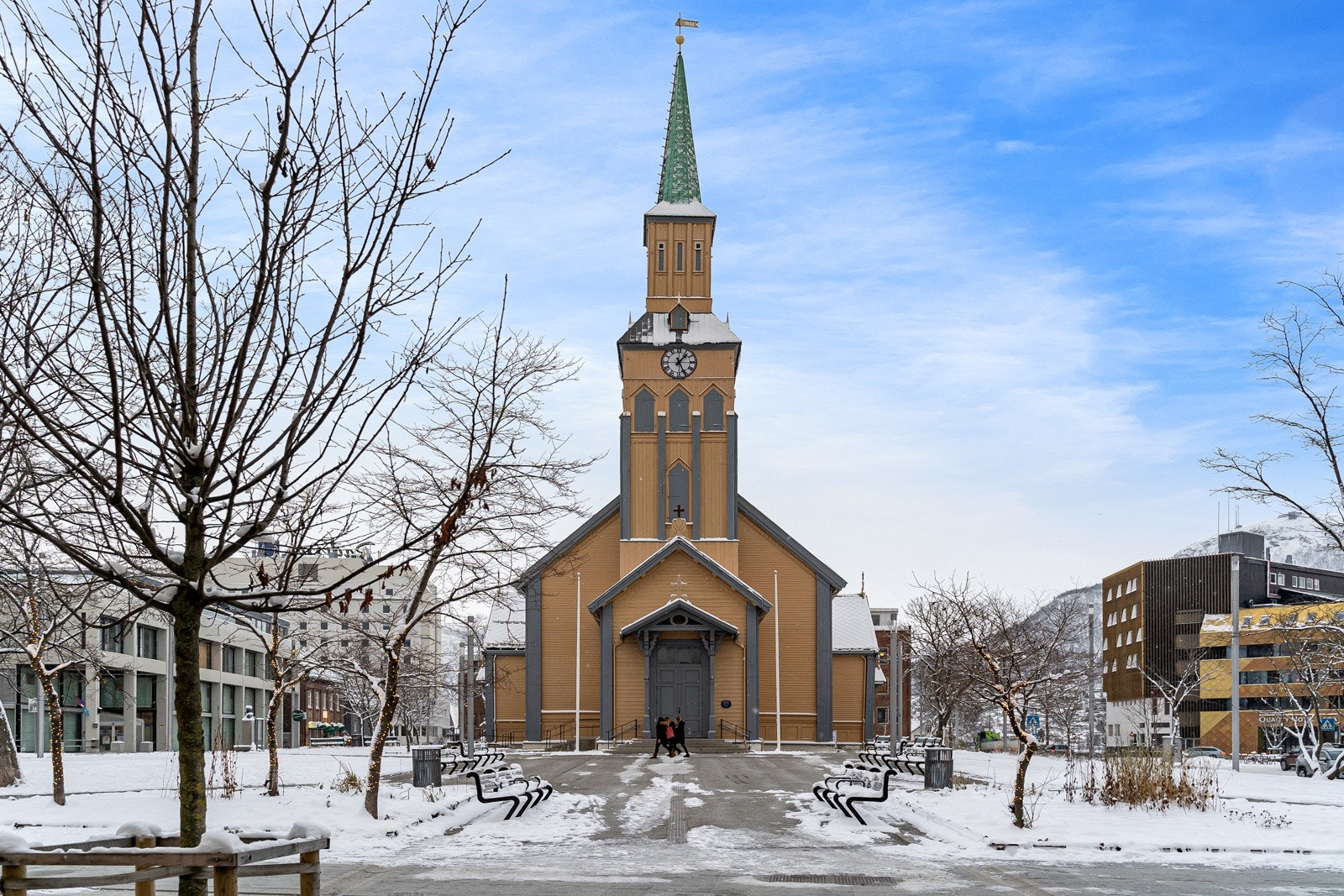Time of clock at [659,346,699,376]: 1:25
